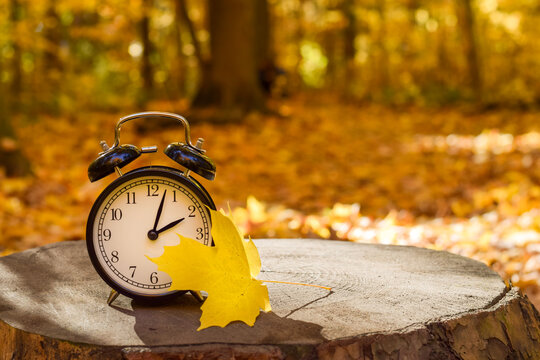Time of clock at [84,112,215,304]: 2:03
